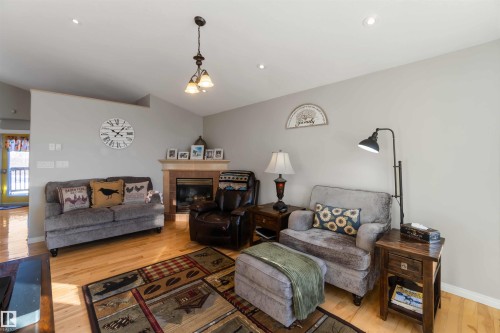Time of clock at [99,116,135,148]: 10:07
